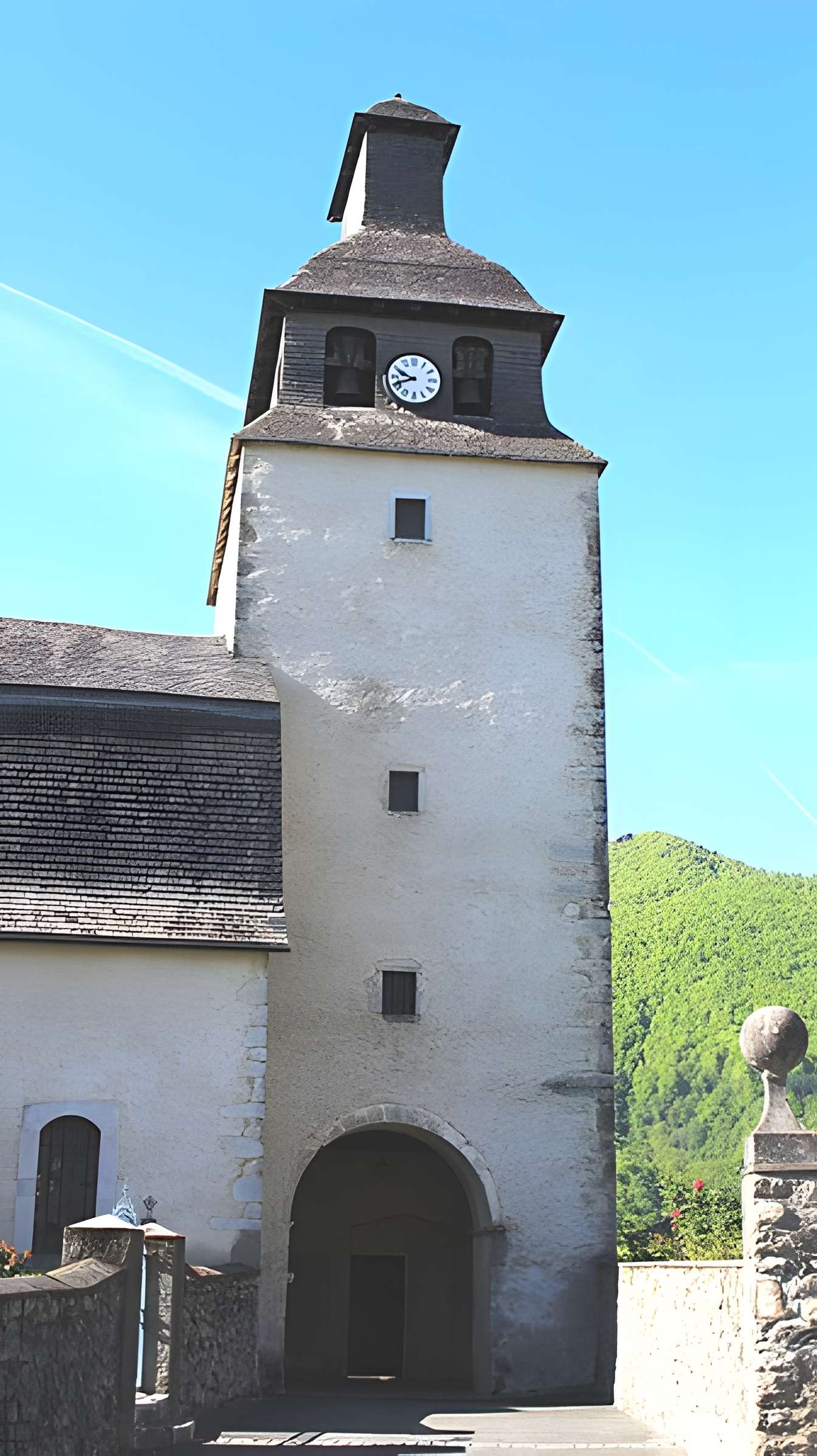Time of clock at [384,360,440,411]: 9:41
